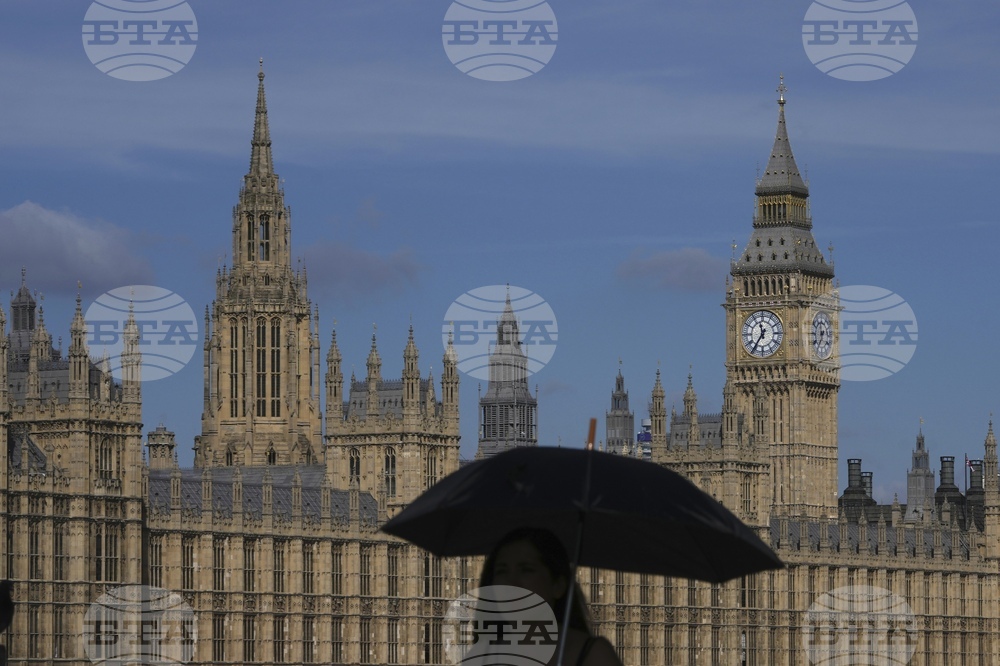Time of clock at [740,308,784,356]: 11:35
